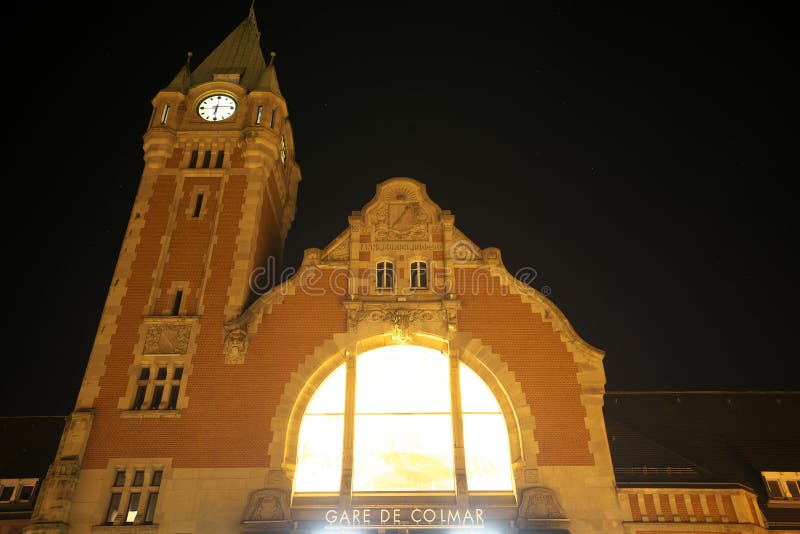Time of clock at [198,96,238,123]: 6:13
